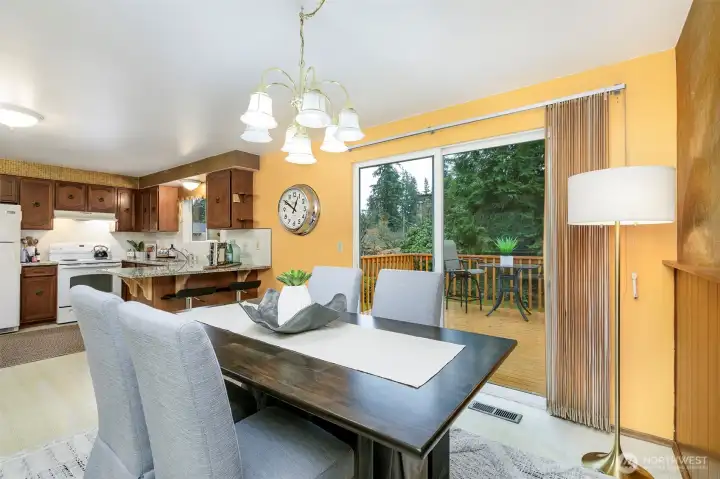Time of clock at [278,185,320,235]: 12:50
